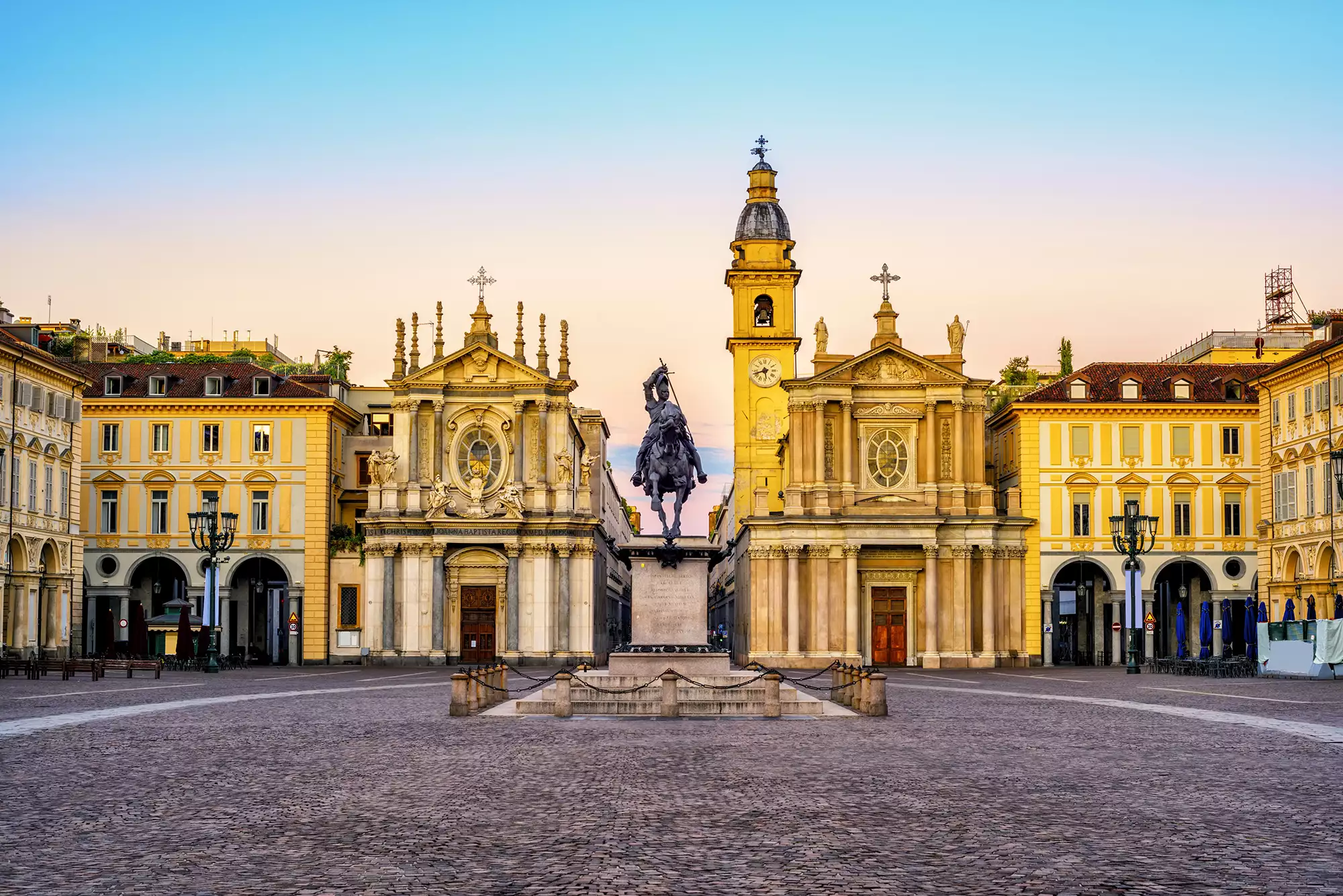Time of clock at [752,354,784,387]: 5:42
